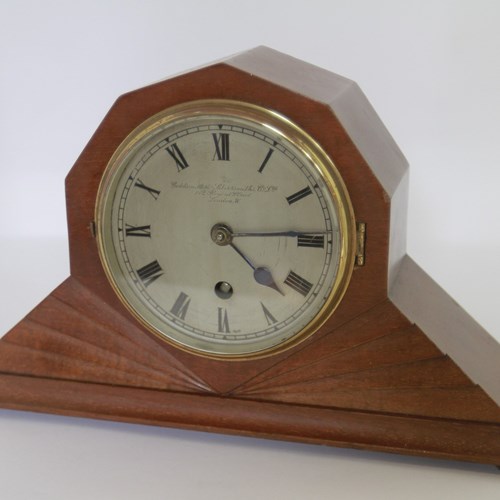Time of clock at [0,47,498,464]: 4:14
